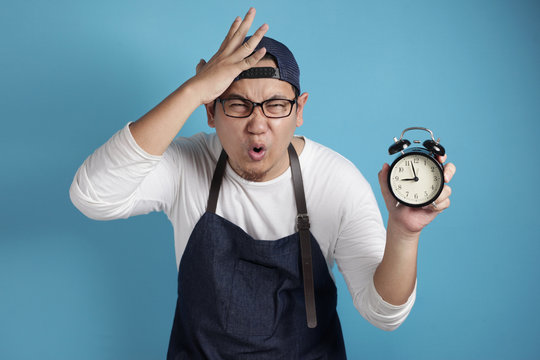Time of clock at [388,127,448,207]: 8:57
